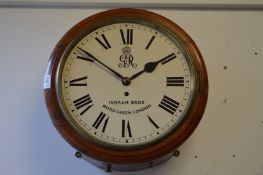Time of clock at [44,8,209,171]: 1:51
